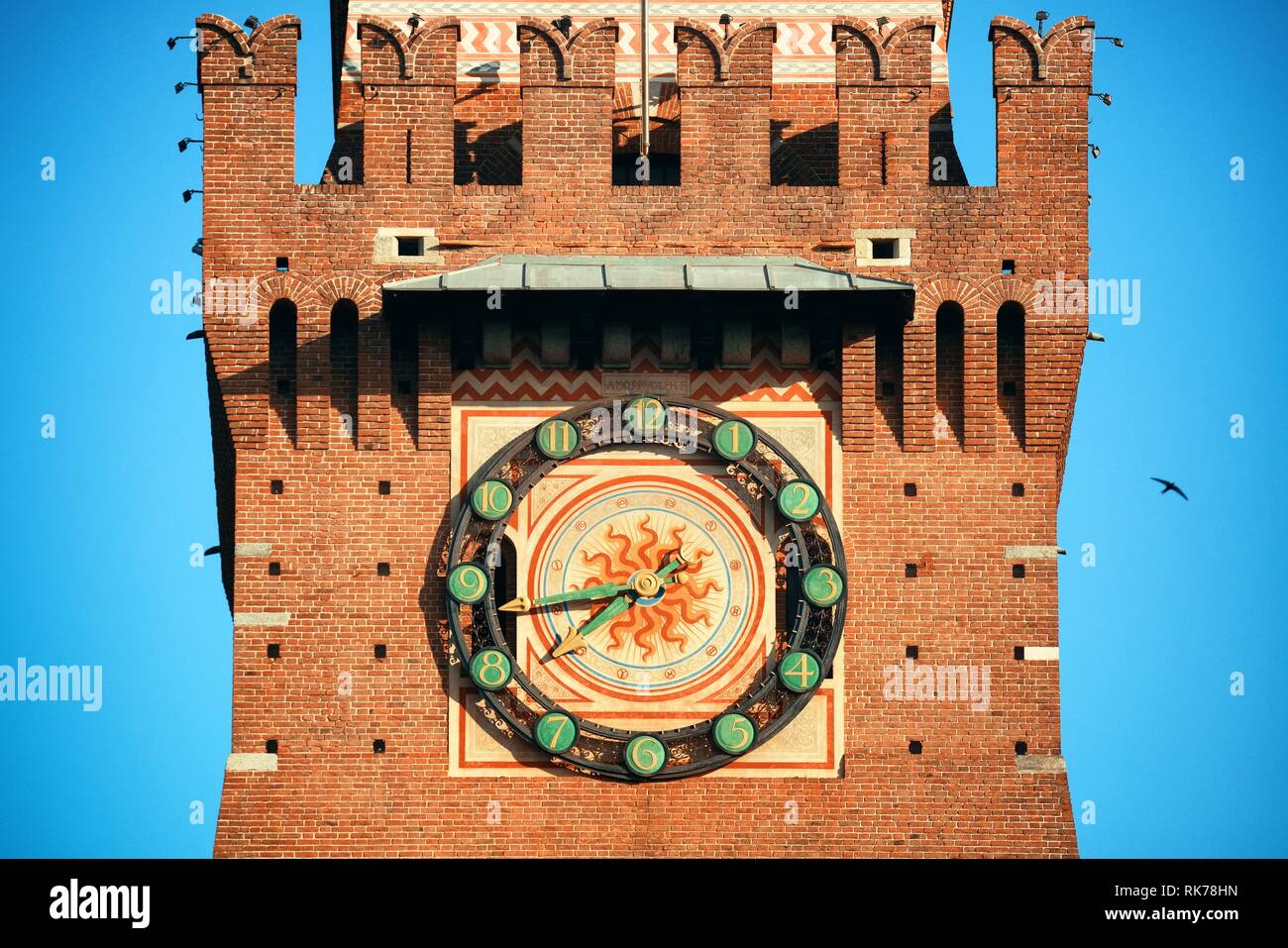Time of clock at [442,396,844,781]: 7:42
